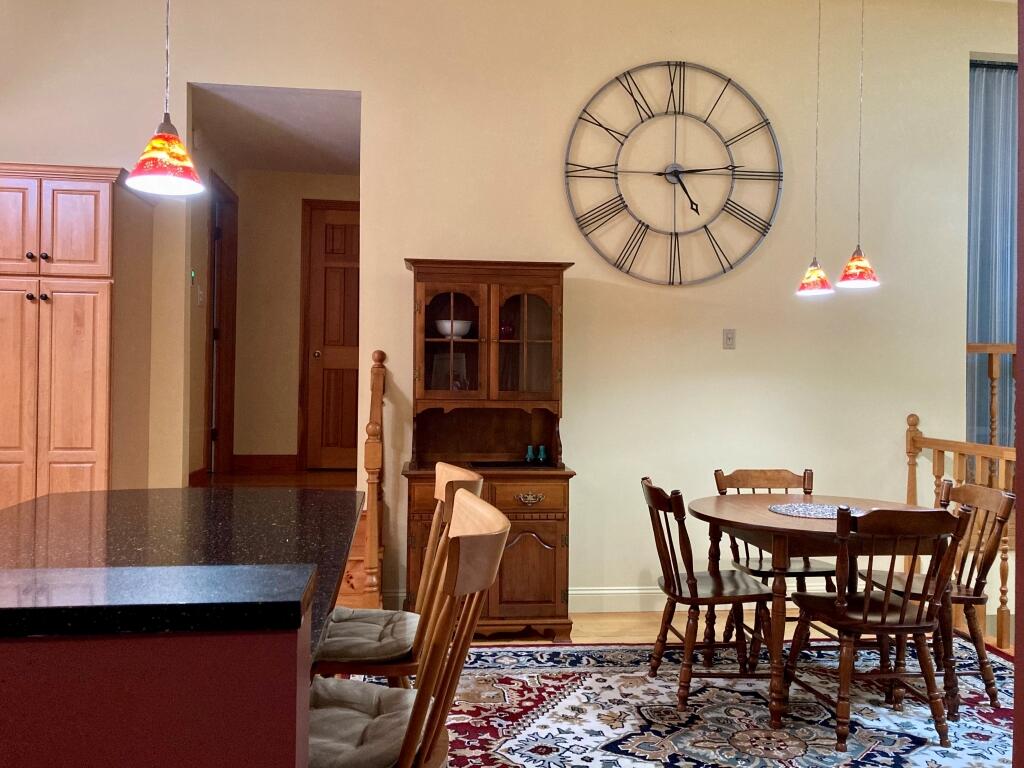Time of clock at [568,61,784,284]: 5:14
